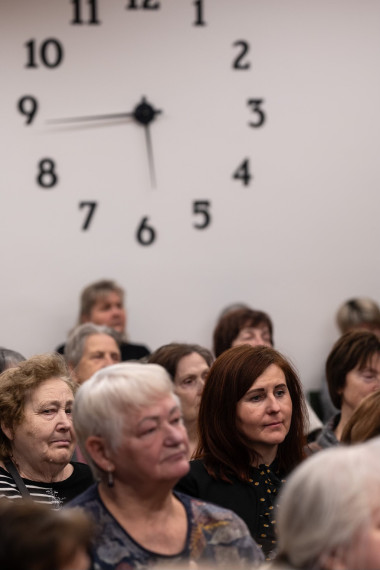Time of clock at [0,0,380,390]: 5:43
